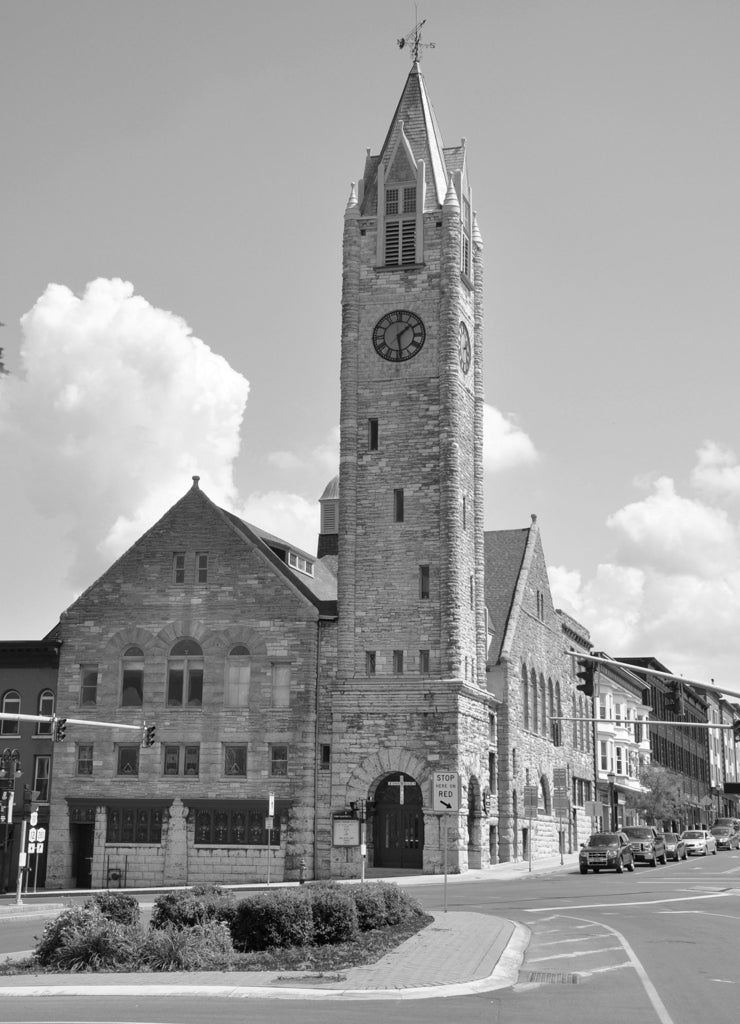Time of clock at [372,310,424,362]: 1:28
